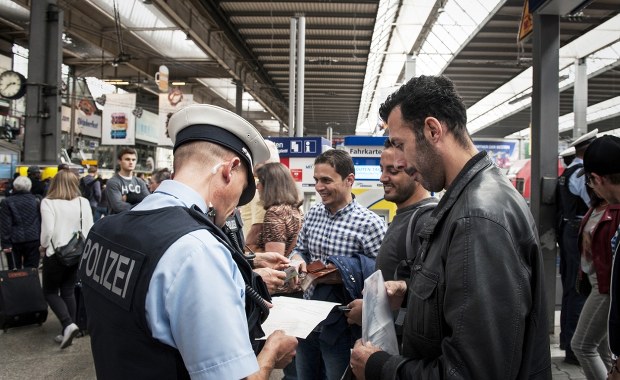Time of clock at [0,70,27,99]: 2:38
